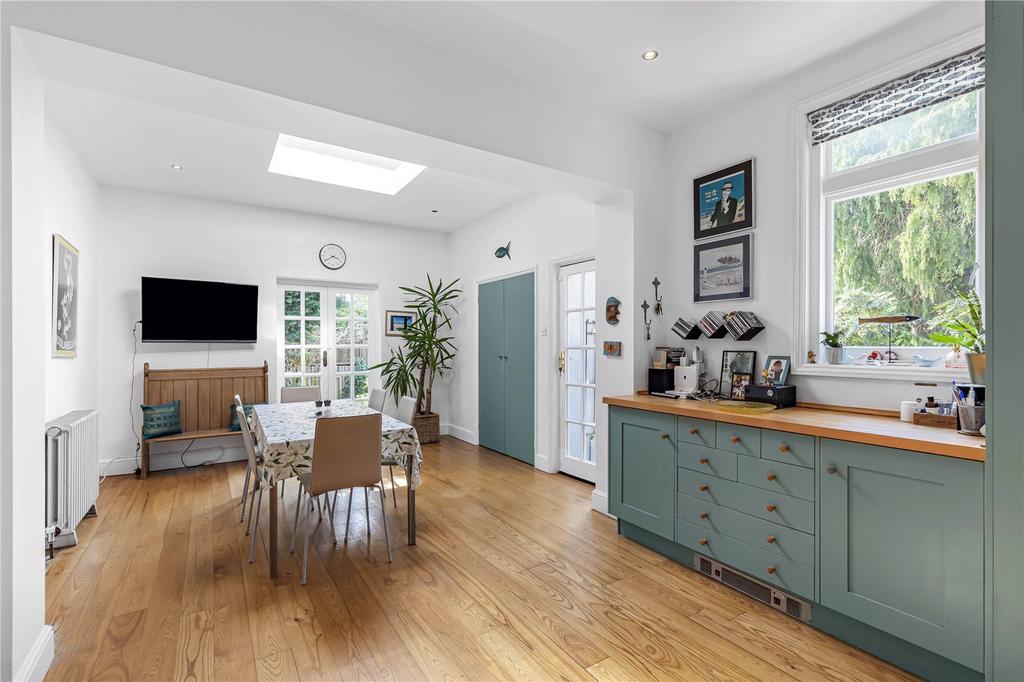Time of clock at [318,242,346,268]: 3:40
